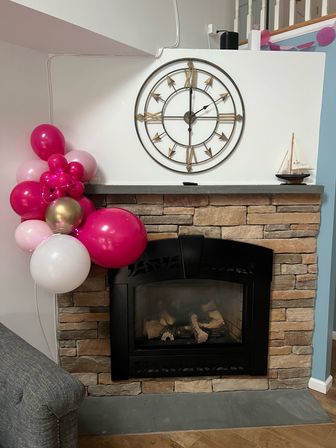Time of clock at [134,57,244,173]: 2:00
